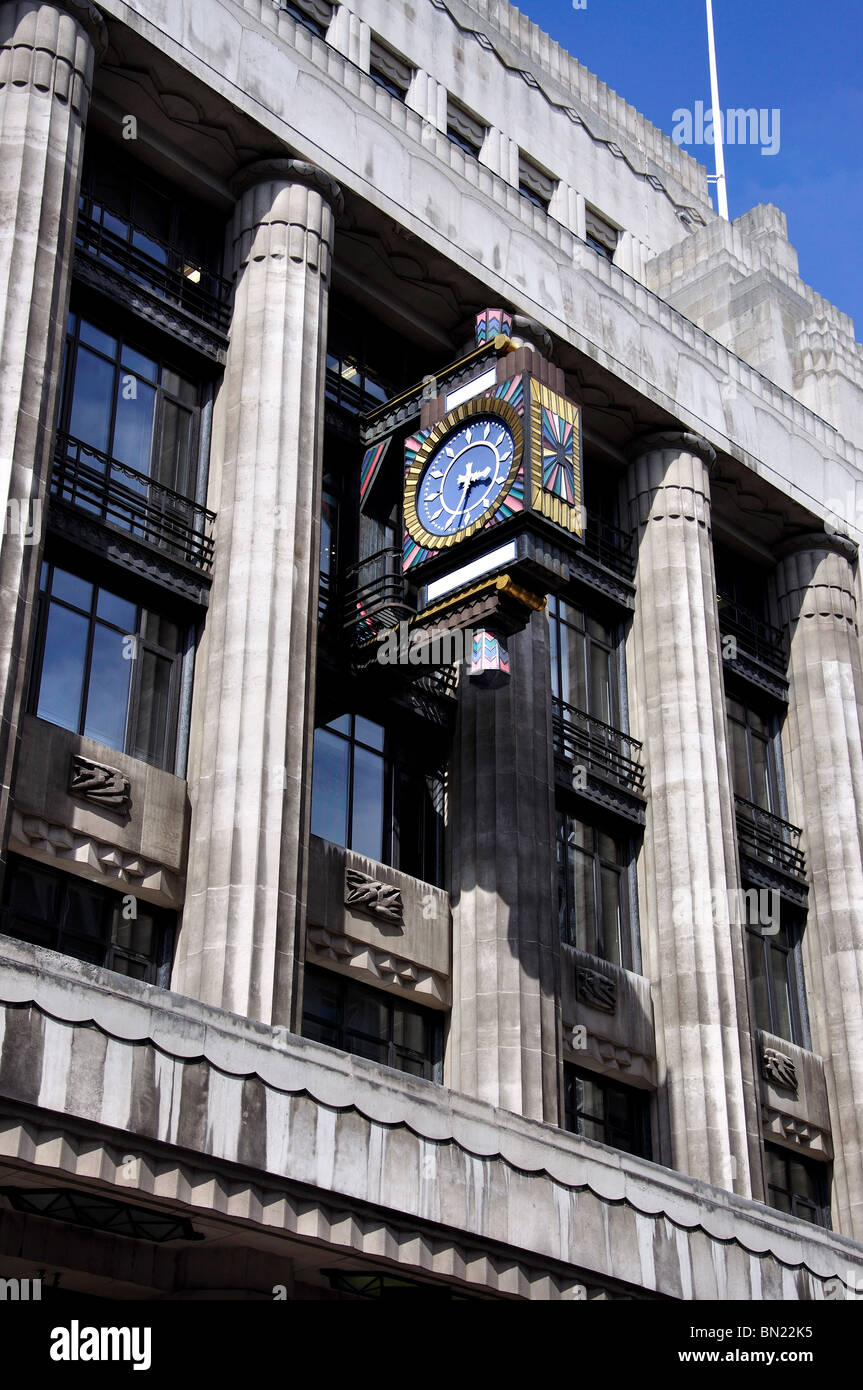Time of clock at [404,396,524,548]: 3:32
